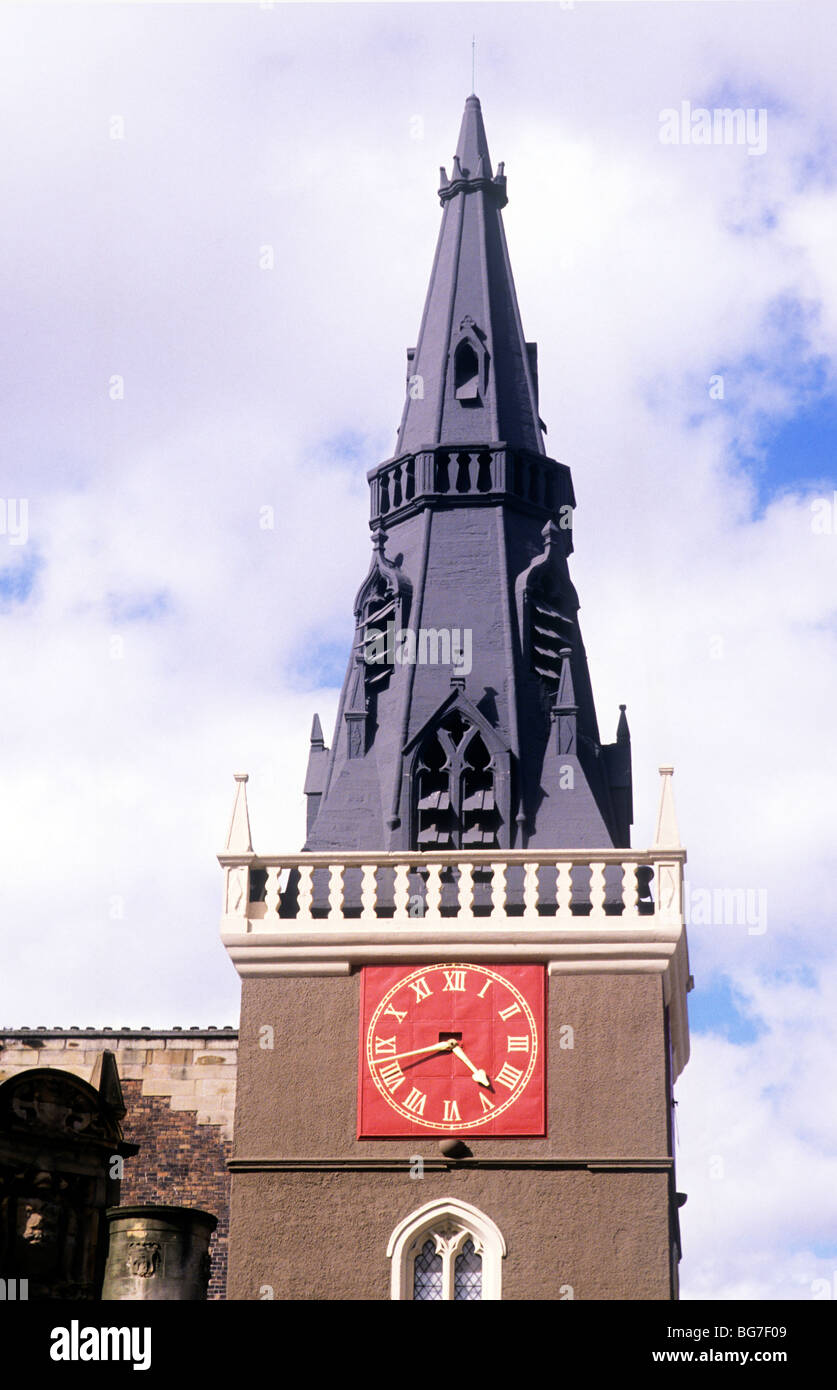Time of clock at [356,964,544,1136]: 4:42
